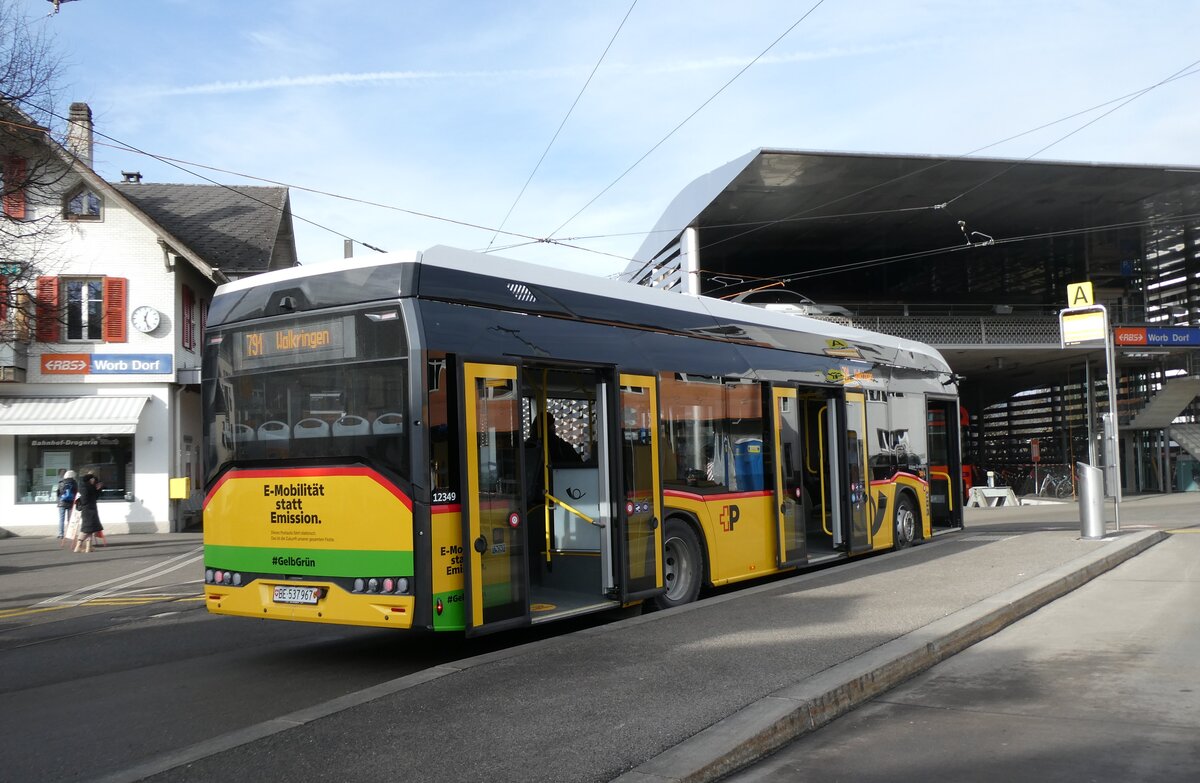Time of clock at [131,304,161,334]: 12:26
